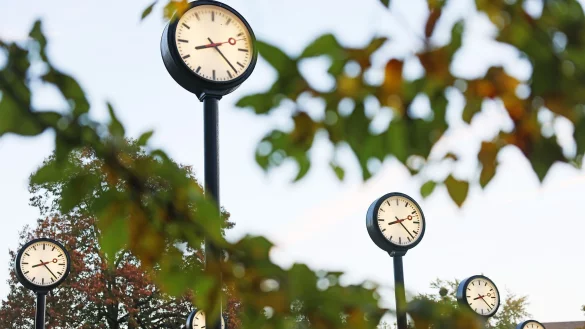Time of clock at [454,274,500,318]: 8:22
